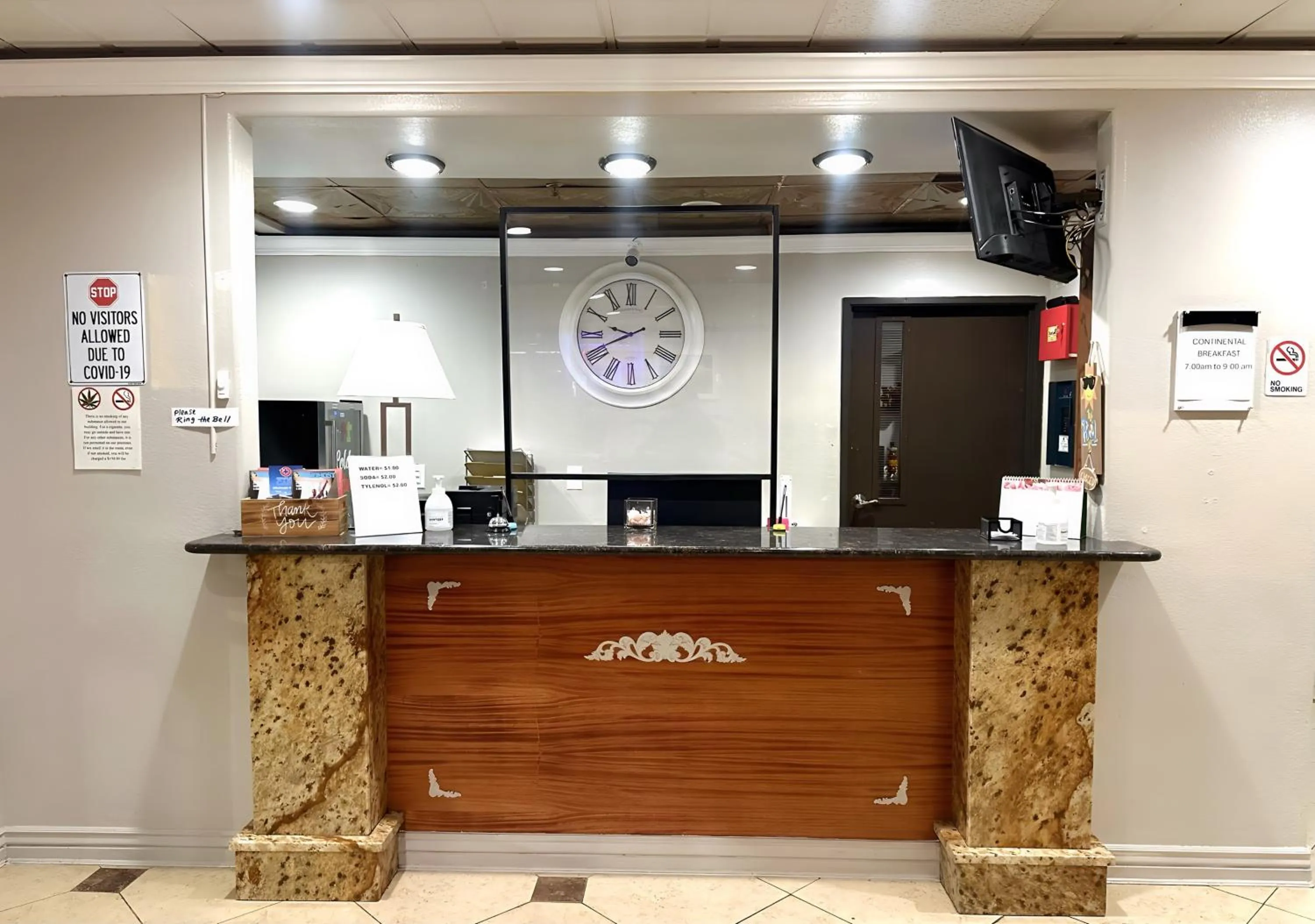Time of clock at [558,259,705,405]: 9:41
